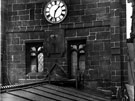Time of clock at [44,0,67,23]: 1:32
